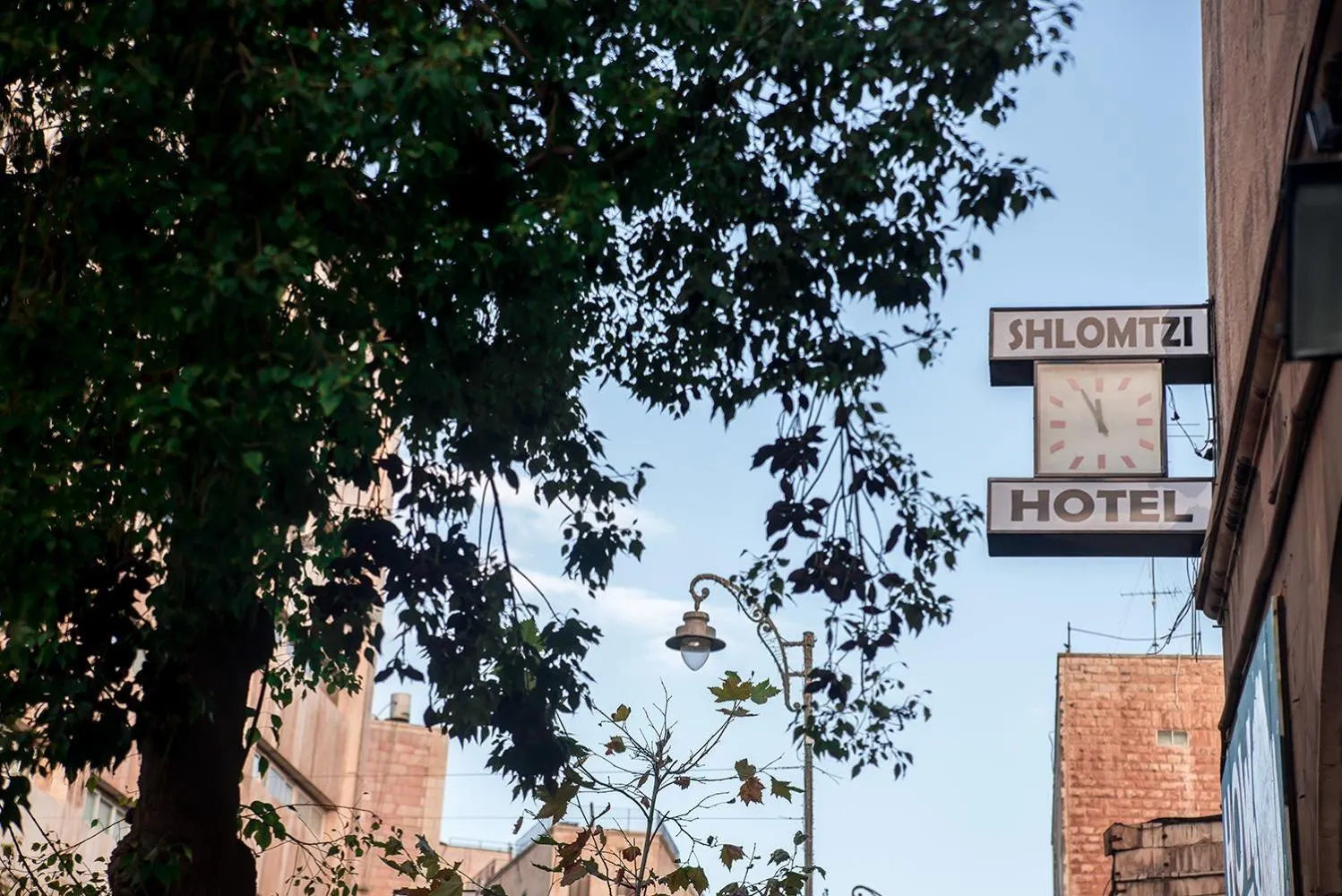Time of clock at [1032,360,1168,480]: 11:55
